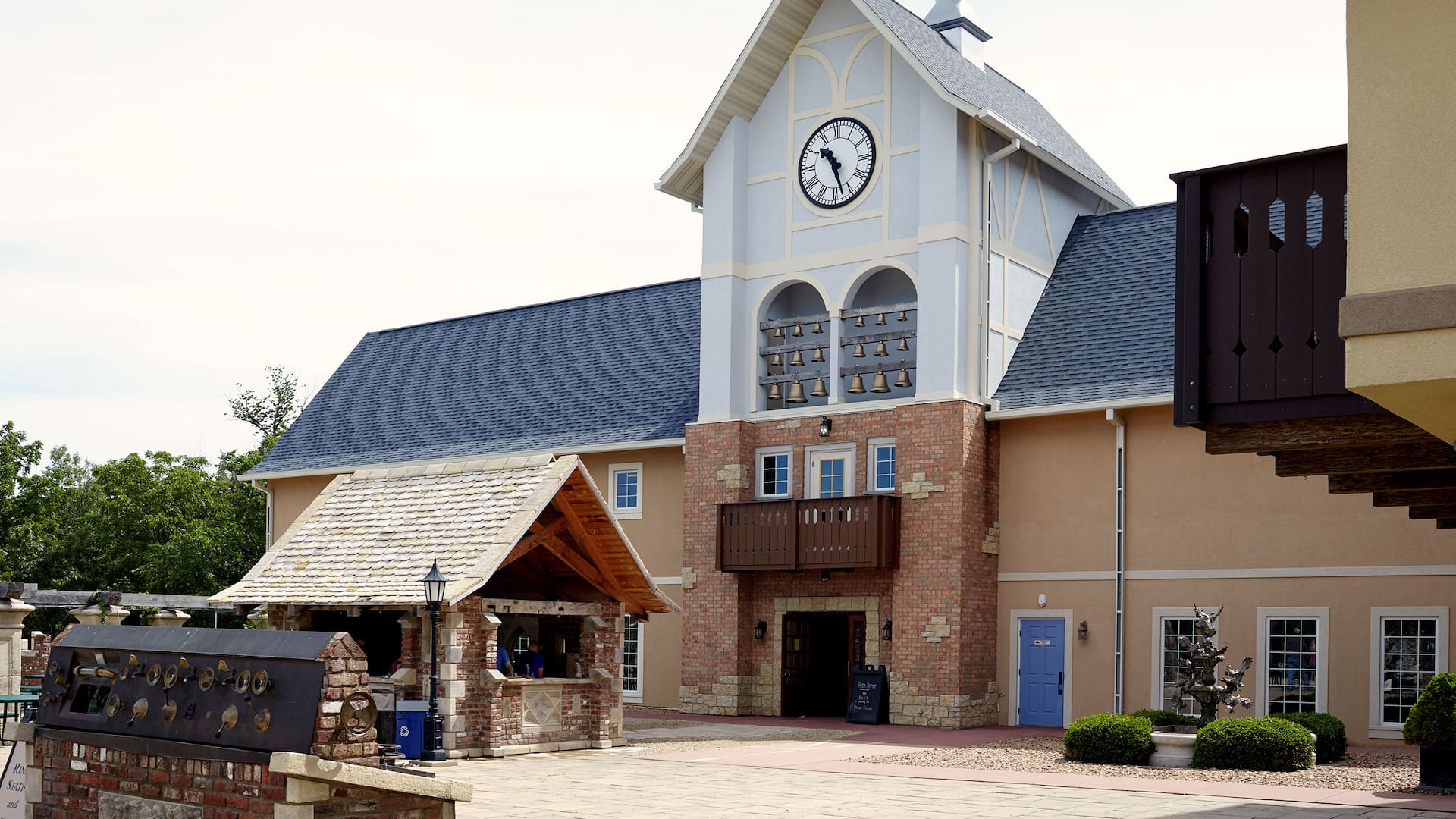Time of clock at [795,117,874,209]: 10:27
